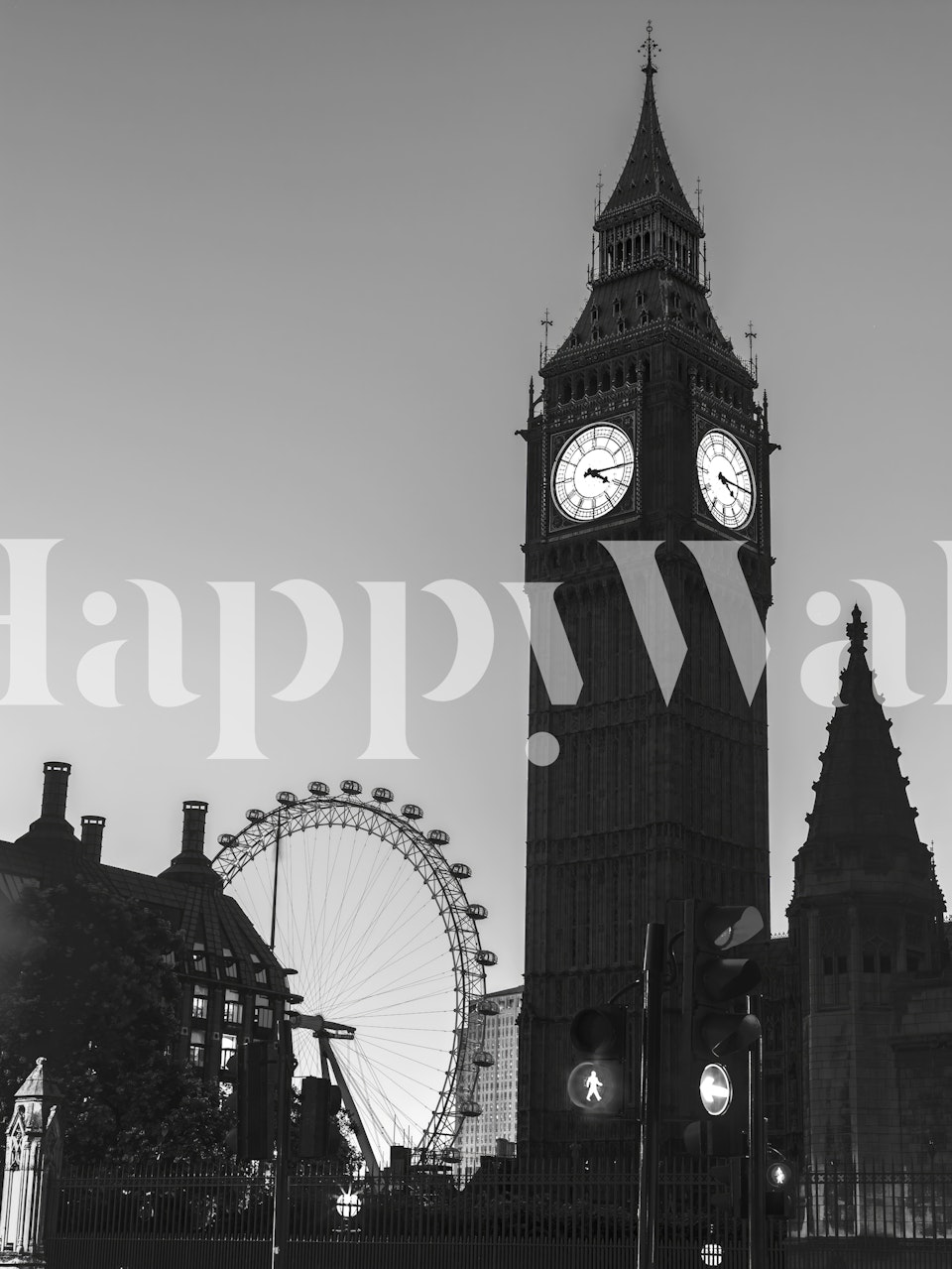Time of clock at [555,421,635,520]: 4:14
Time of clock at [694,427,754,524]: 4:15
